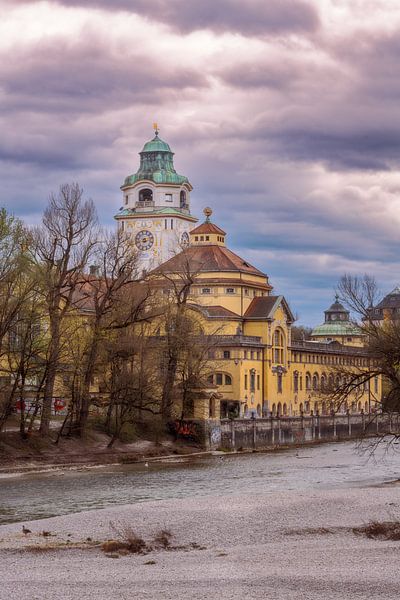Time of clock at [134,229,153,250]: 8:12
